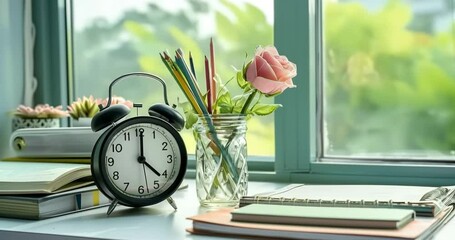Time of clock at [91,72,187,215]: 4:00
